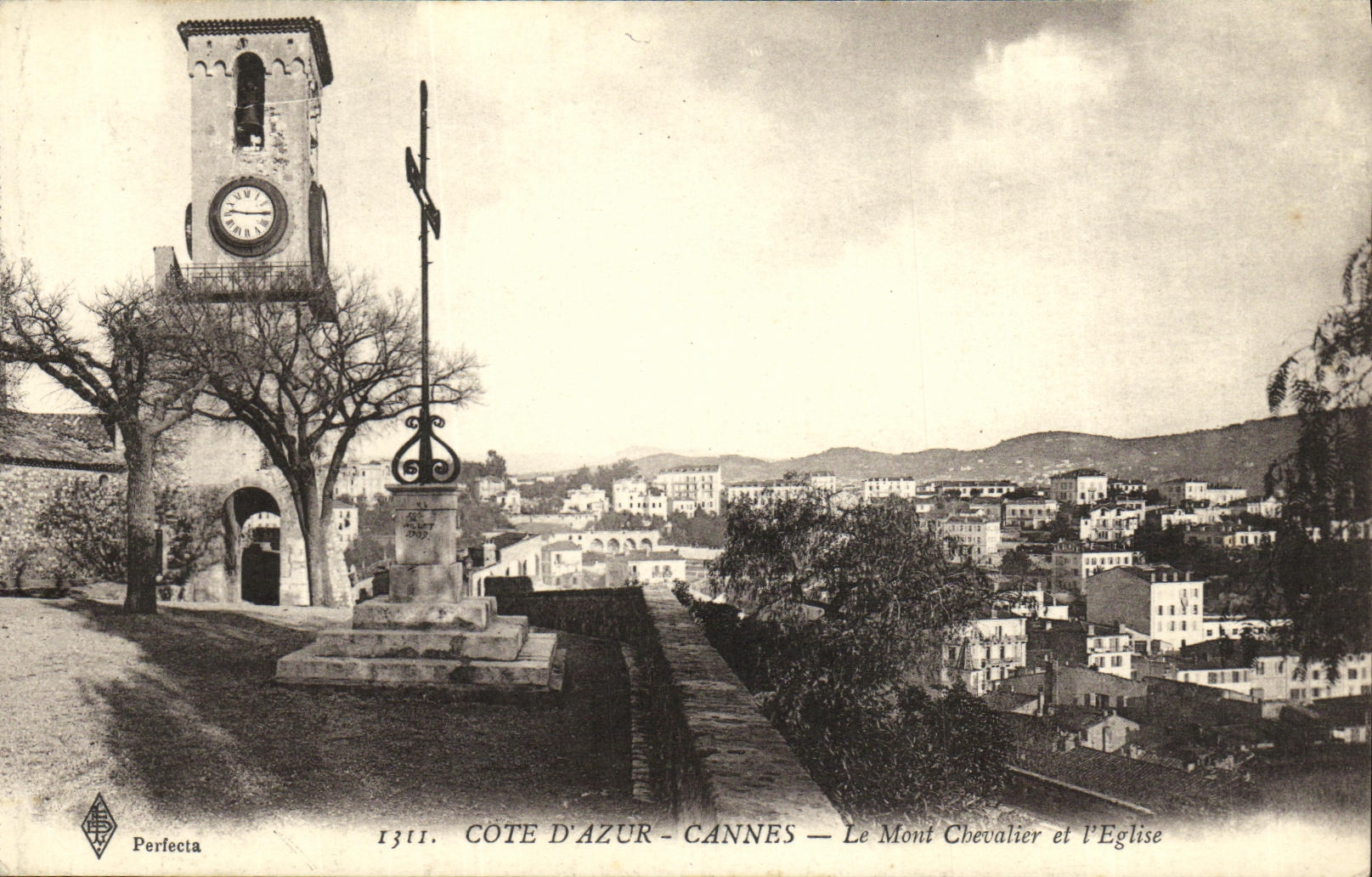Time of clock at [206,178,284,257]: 9:14
